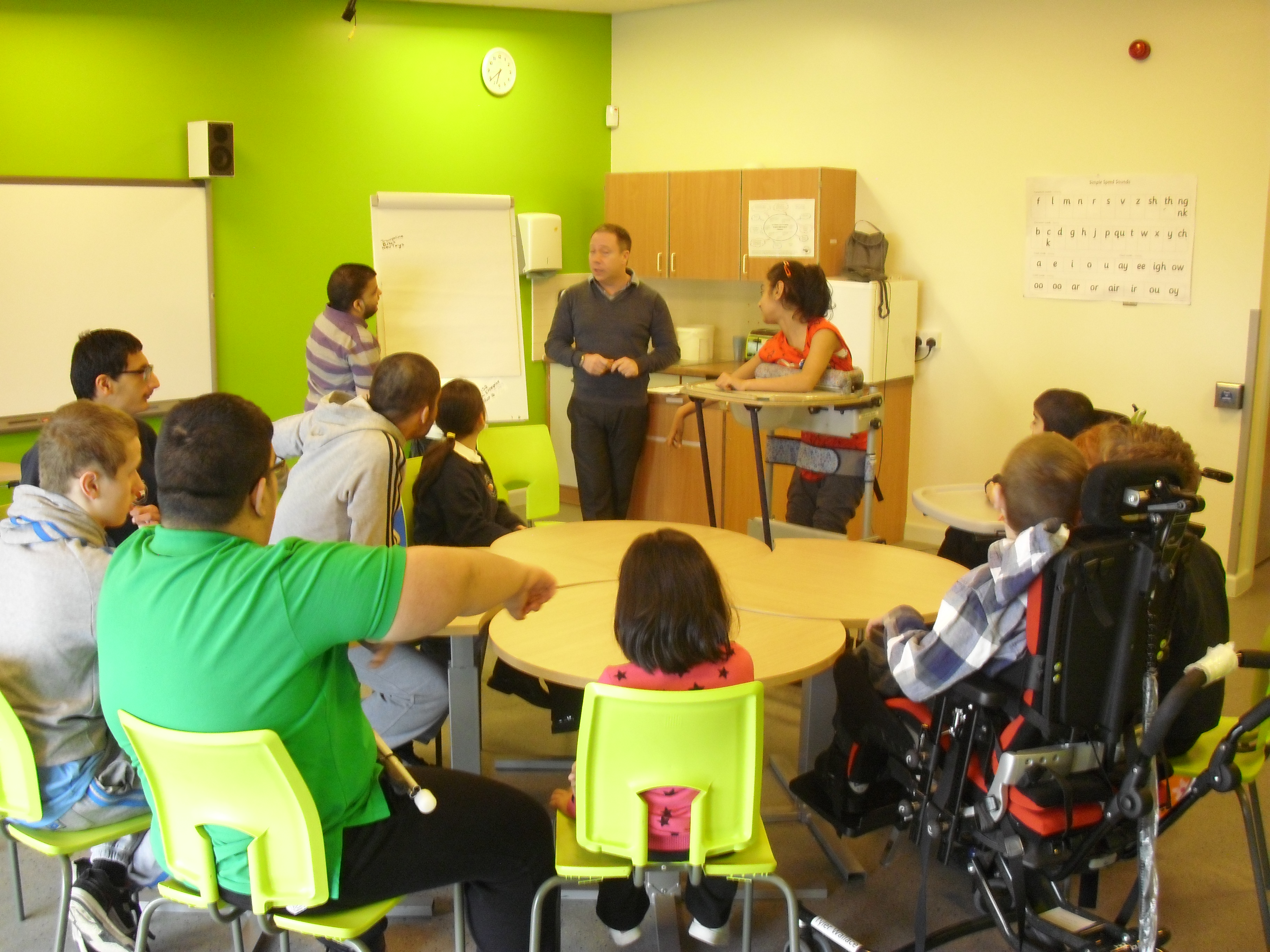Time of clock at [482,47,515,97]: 6:39
